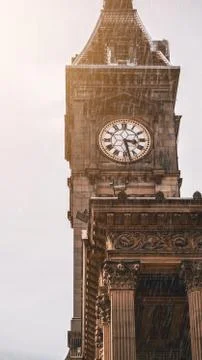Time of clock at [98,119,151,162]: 3:27
